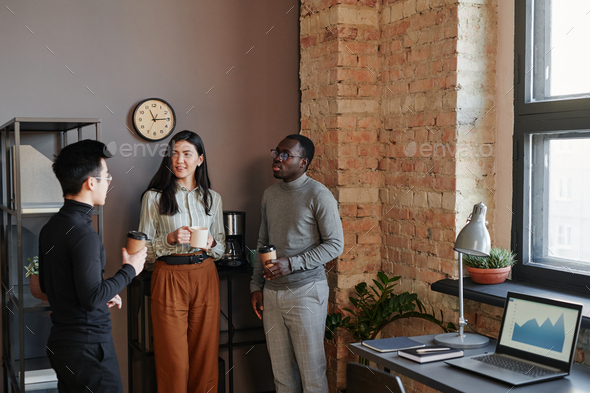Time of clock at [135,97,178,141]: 11:14
